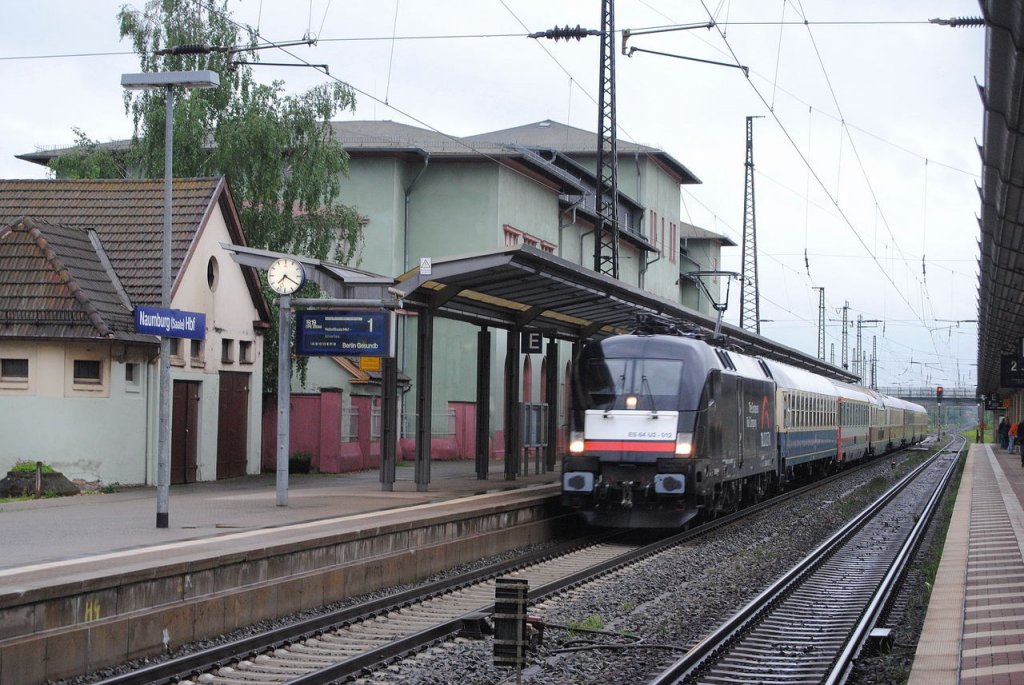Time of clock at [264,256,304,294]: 7:20
